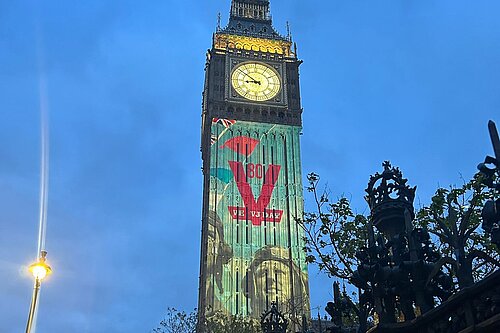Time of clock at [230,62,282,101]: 8:51
